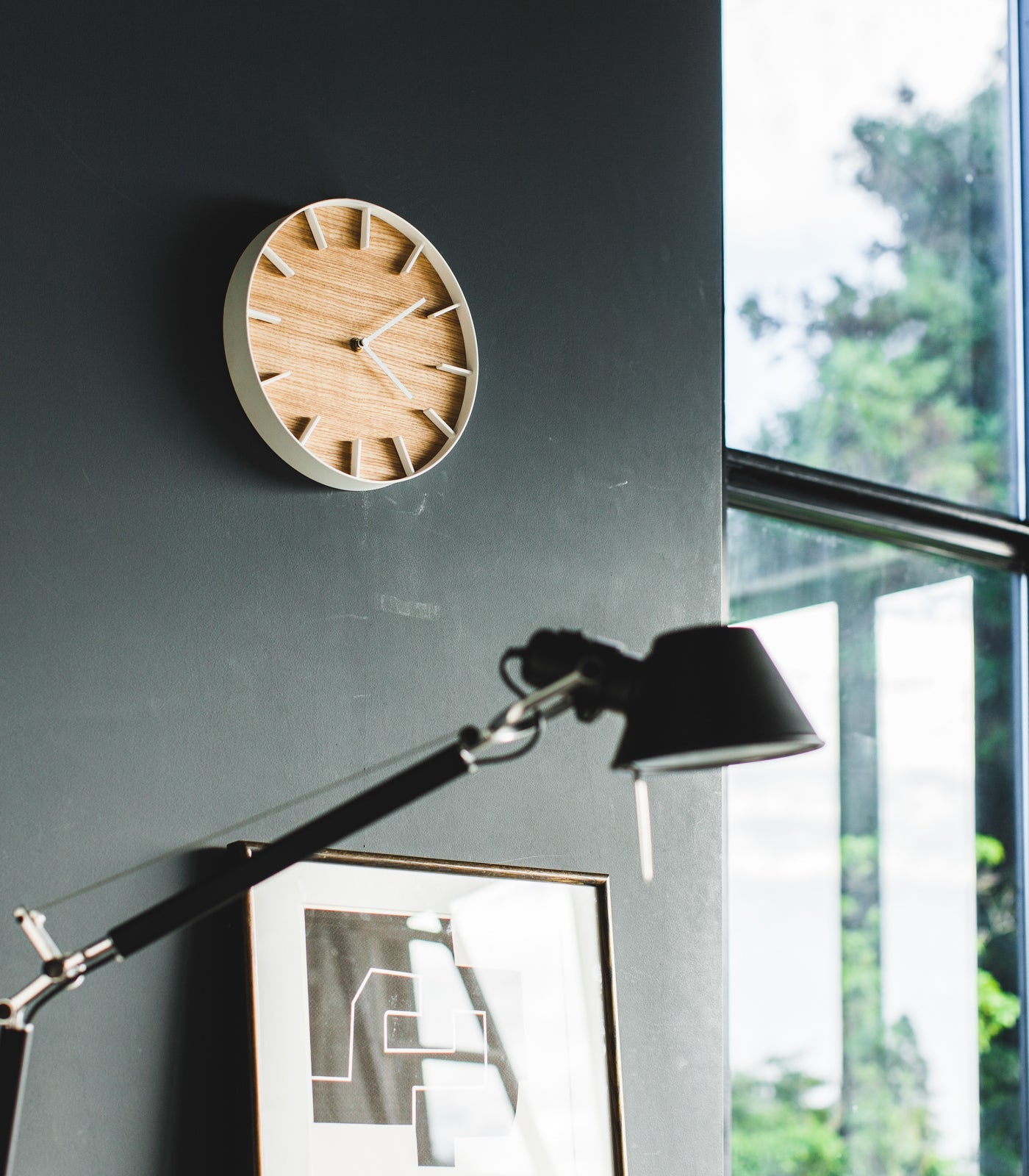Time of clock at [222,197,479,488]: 4:08
